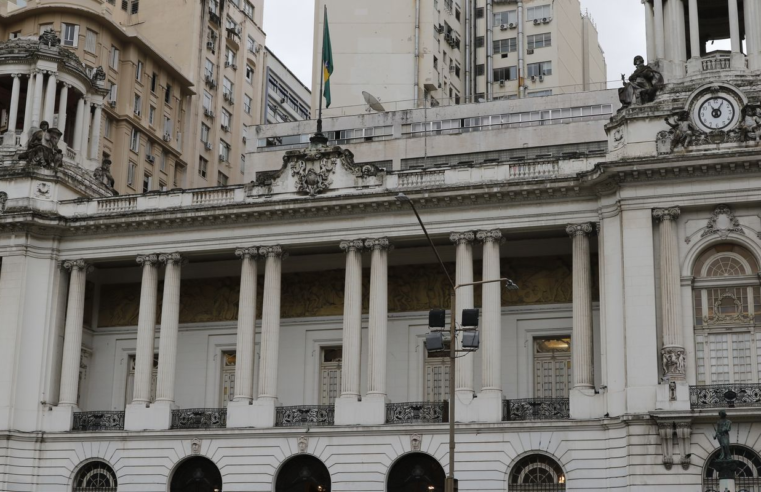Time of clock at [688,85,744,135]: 11:05
